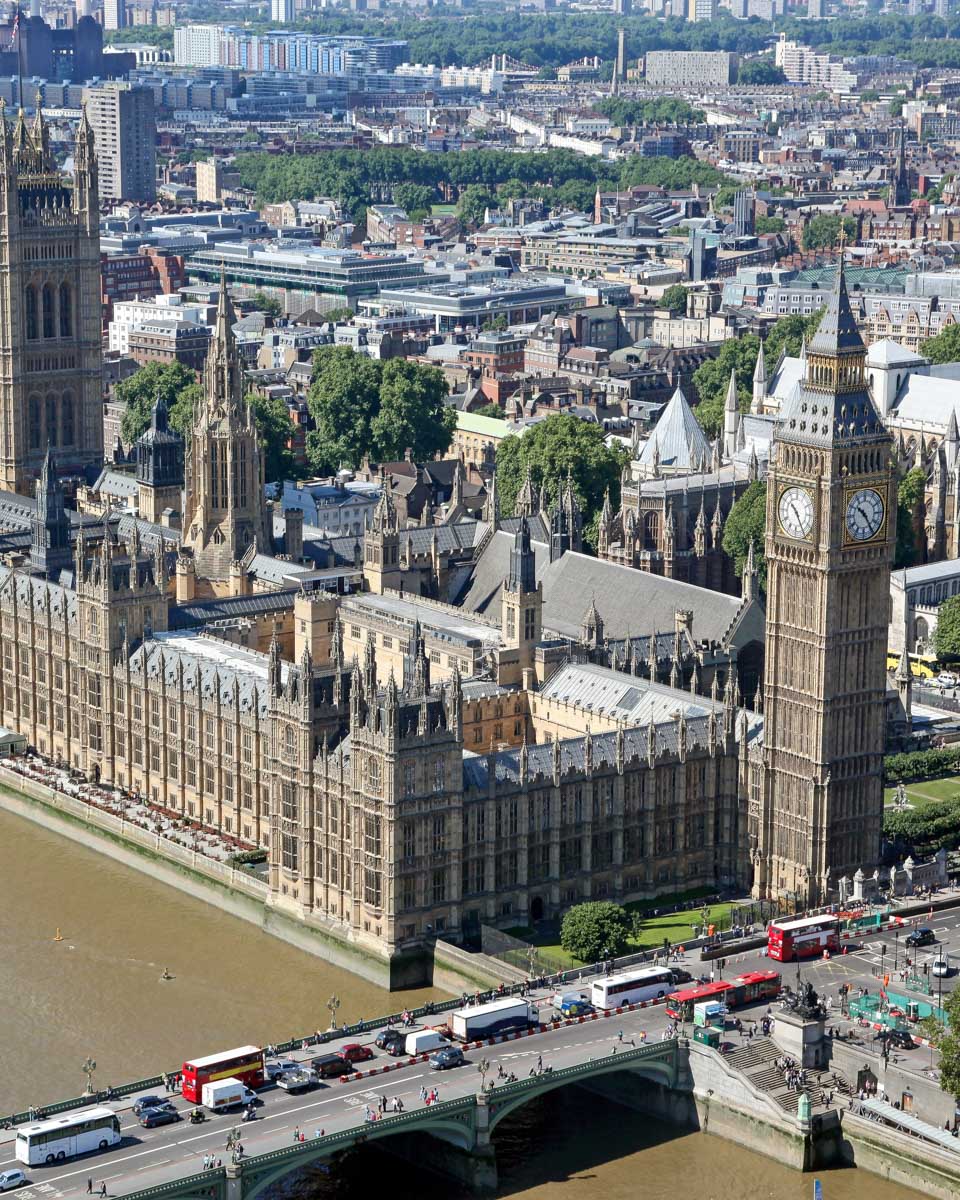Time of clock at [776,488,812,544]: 10:24
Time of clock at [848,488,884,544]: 10:24
